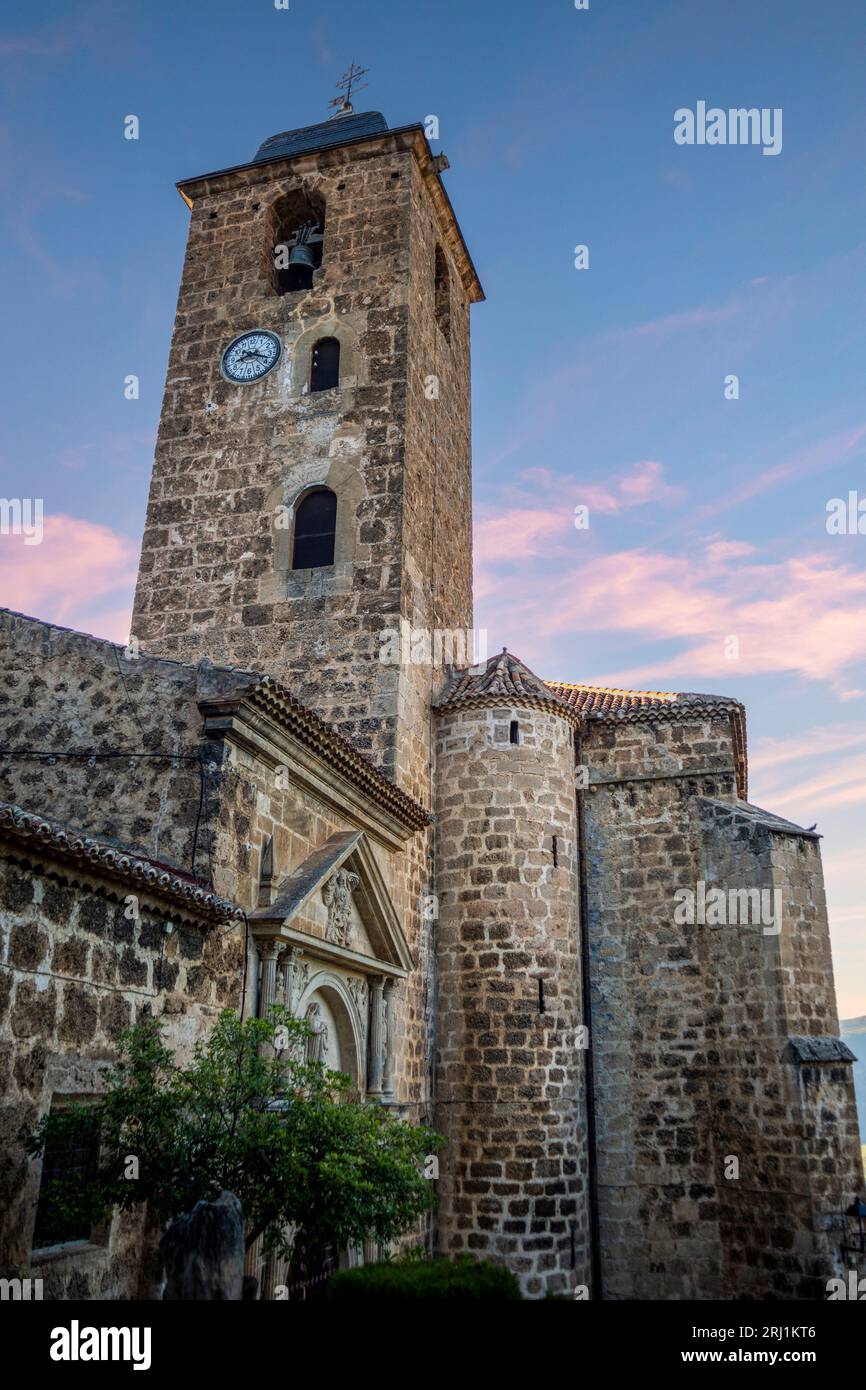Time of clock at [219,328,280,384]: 8:18
